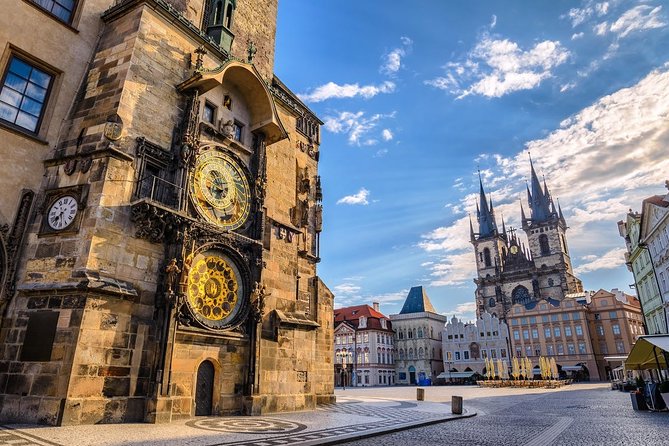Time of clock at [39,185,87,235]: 7:28
